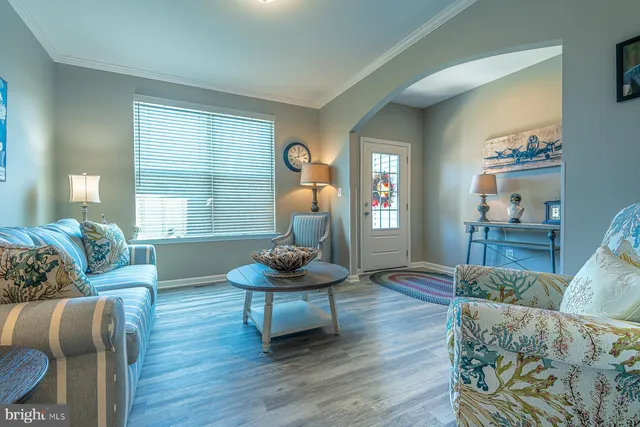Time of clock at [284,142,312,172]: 12:11
